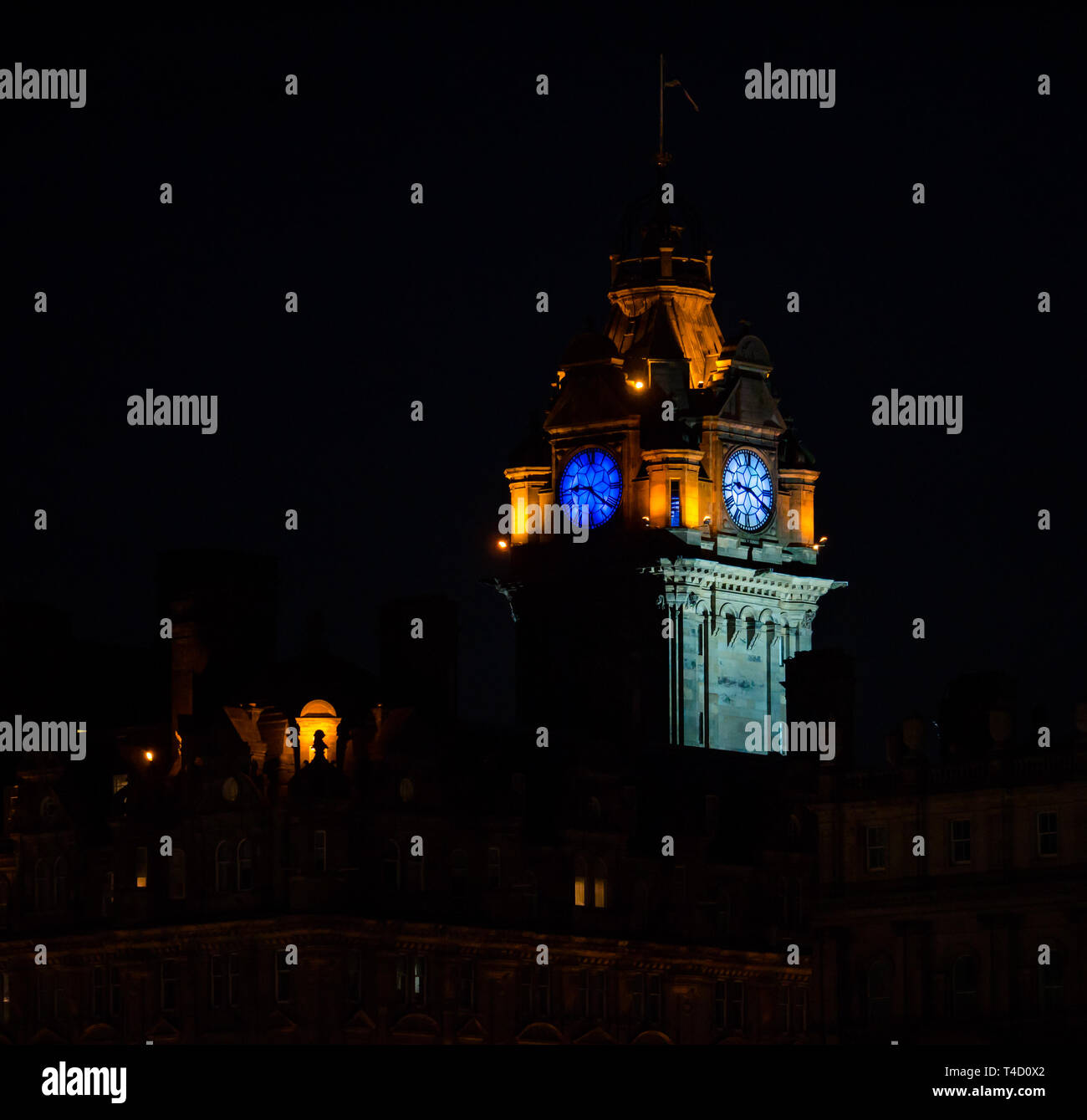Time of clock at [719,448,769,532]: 9:20
